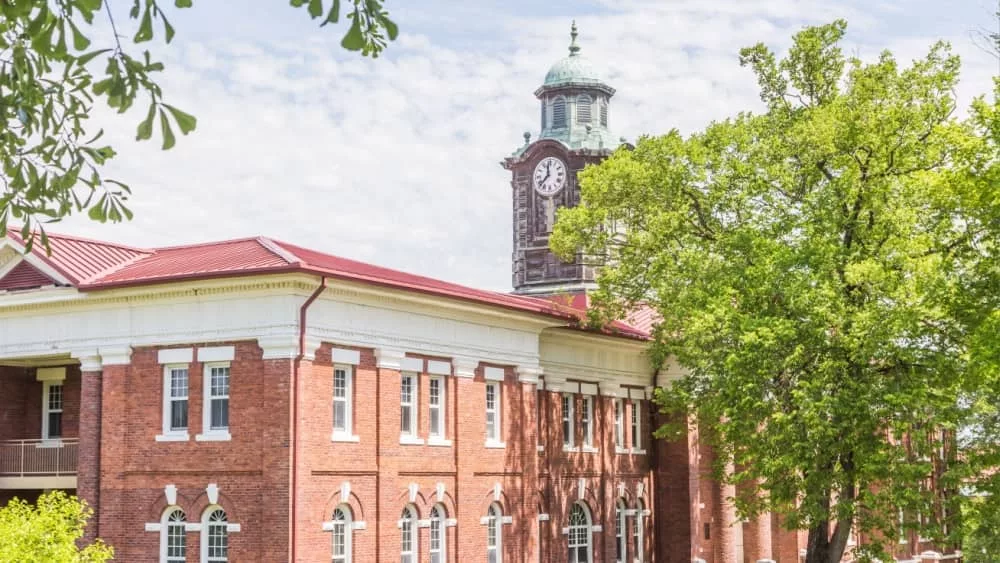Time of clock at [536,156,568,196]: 11:37
